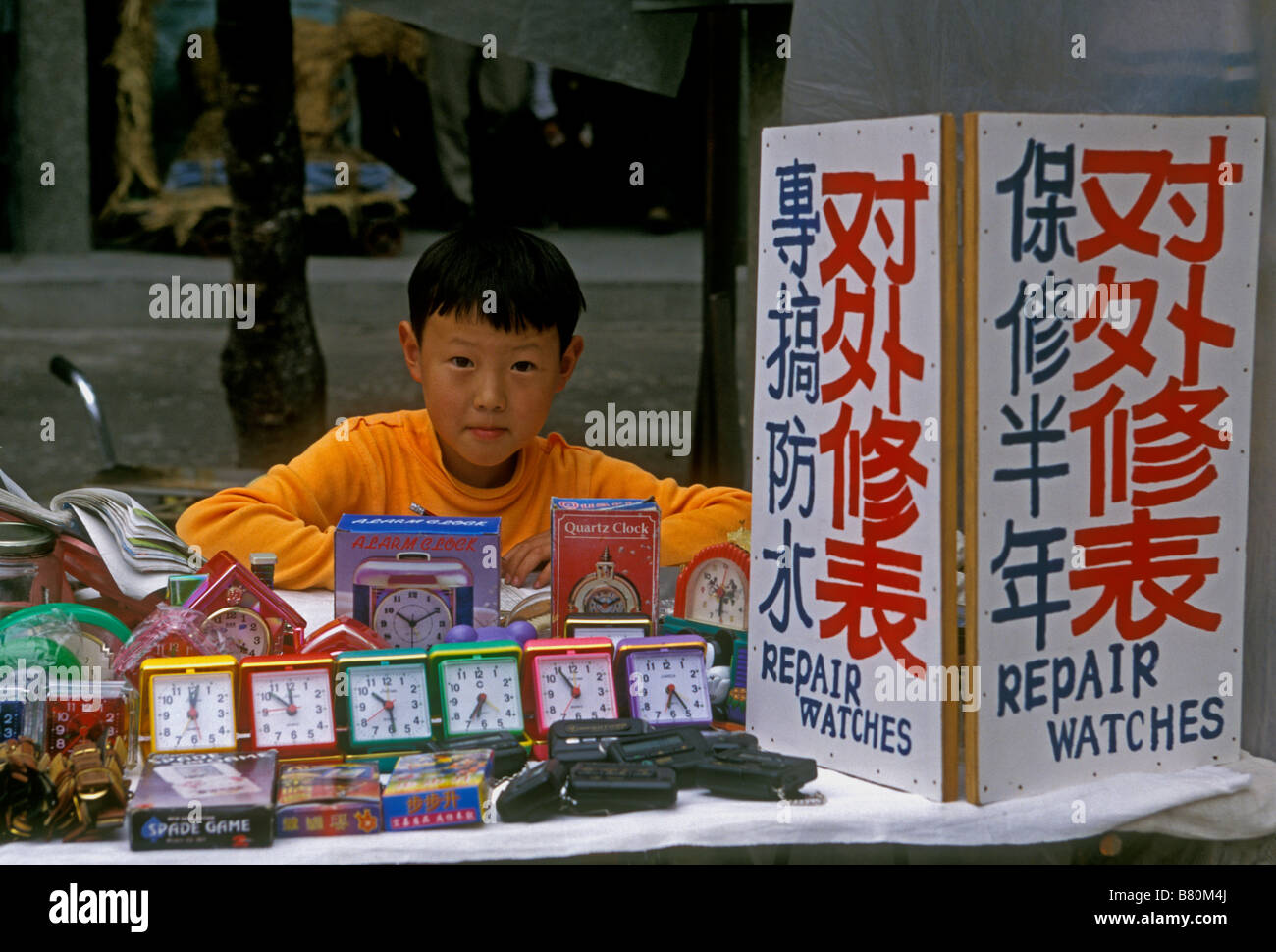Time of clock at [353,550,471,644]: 10:10
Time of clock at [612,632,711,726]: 6:24
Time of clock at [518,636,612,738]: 10:54
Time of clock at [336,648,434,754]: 10:28
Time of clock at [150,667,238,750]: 12:02
